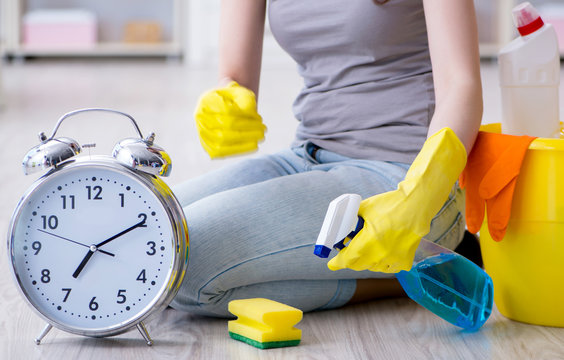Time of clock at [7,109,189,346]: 7:10
